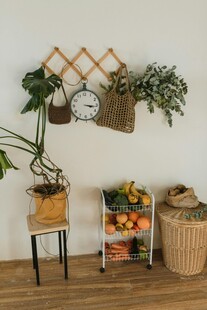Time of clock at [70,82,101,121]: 3:16
